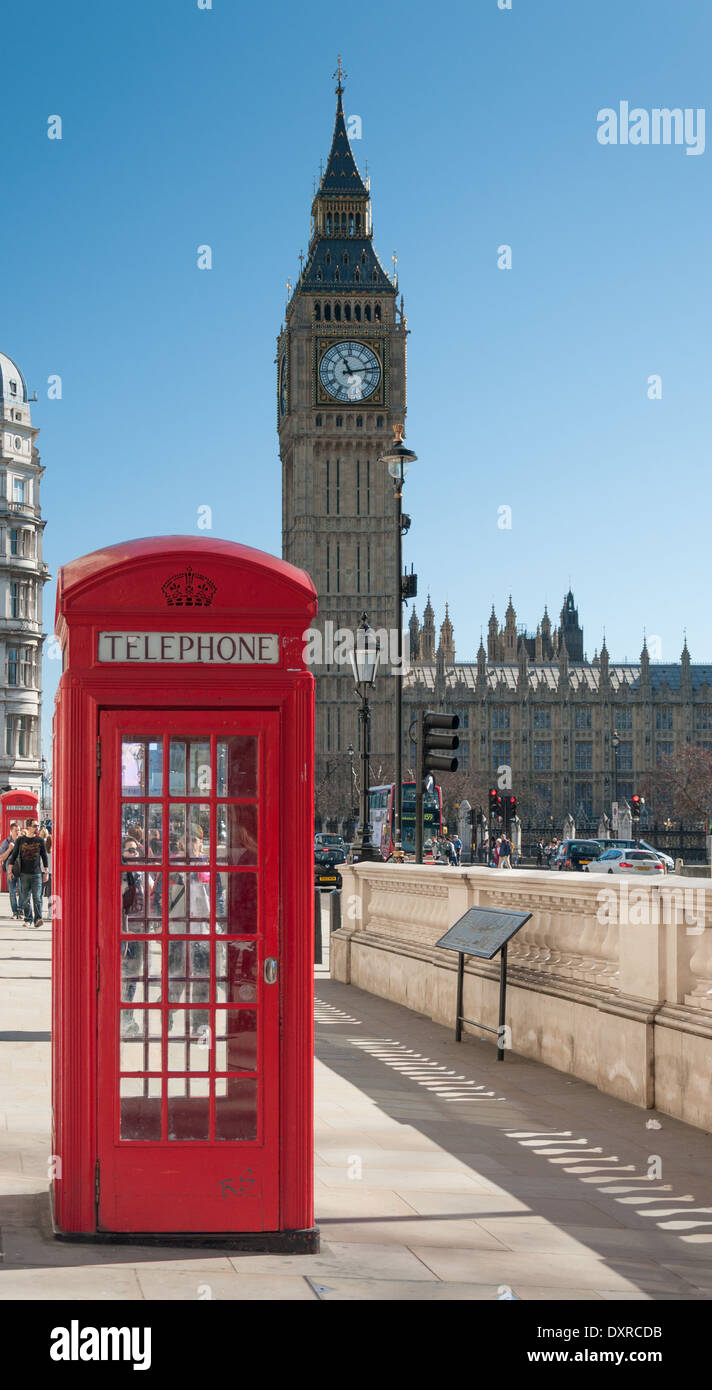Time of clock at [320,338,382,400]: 11:13
